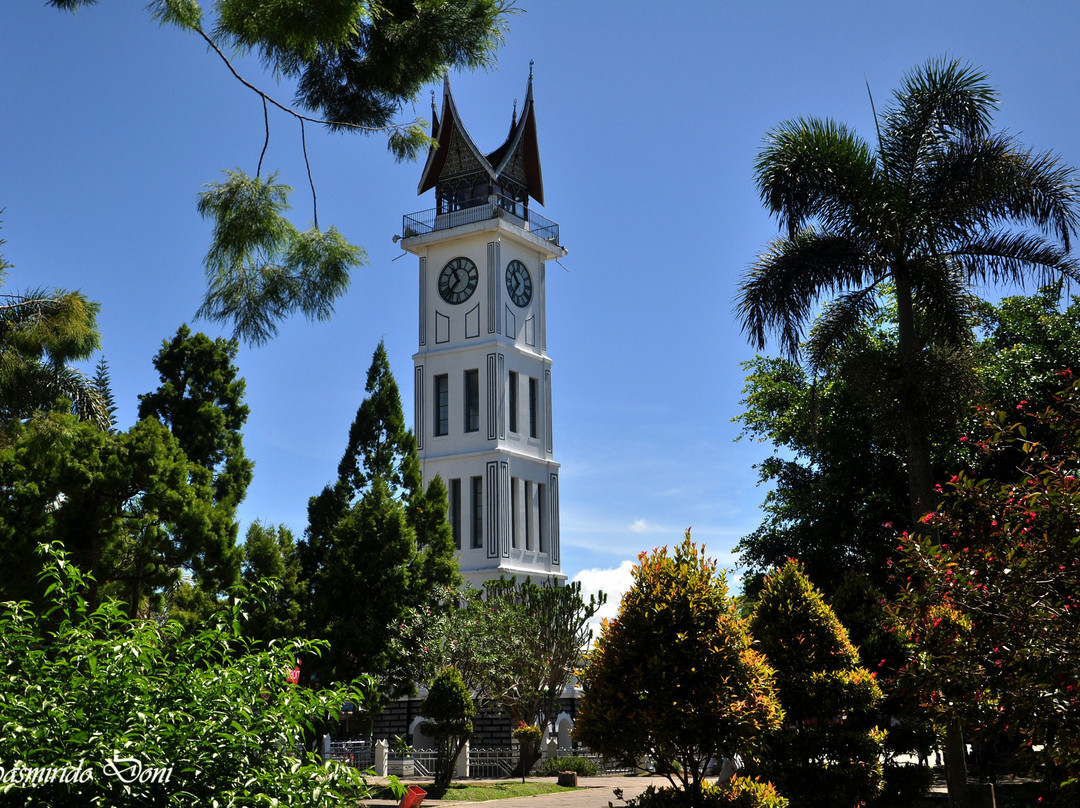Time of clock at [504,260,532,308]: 10:37
